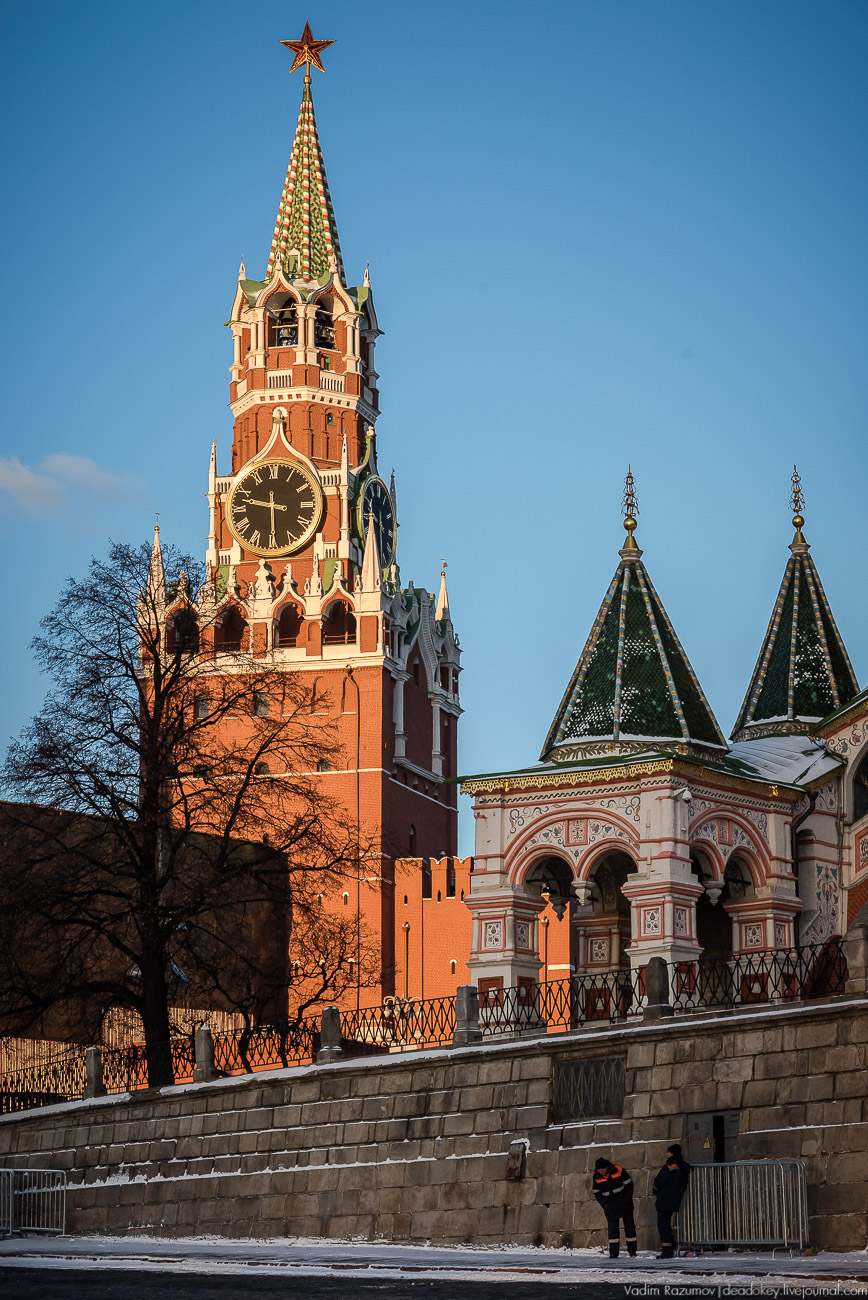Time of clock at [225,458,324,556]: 9:29
